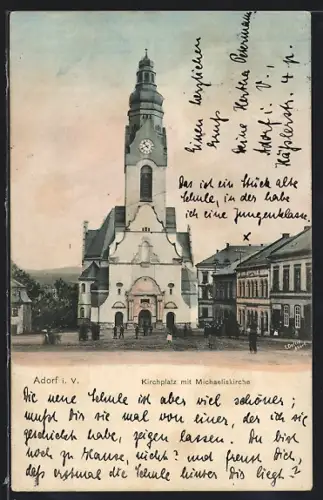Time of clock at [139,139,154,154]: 10:41
